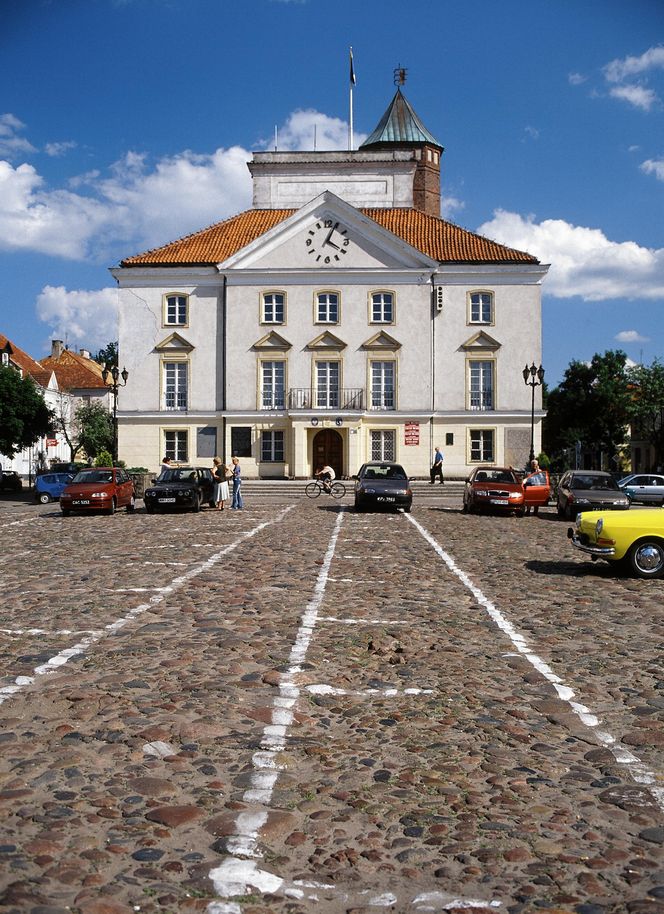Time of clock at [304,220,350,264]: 4:04
